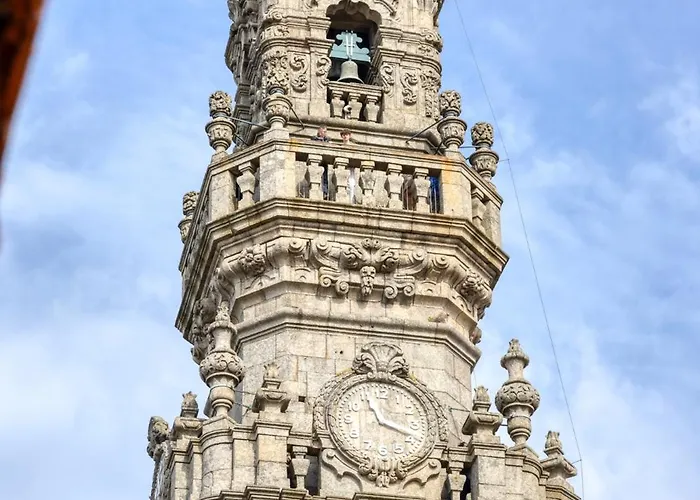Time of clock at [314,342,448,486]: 11:18
